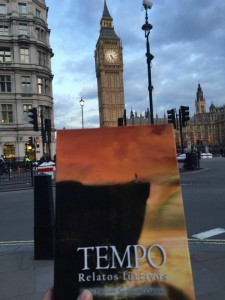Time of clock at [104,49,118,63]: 5:23
